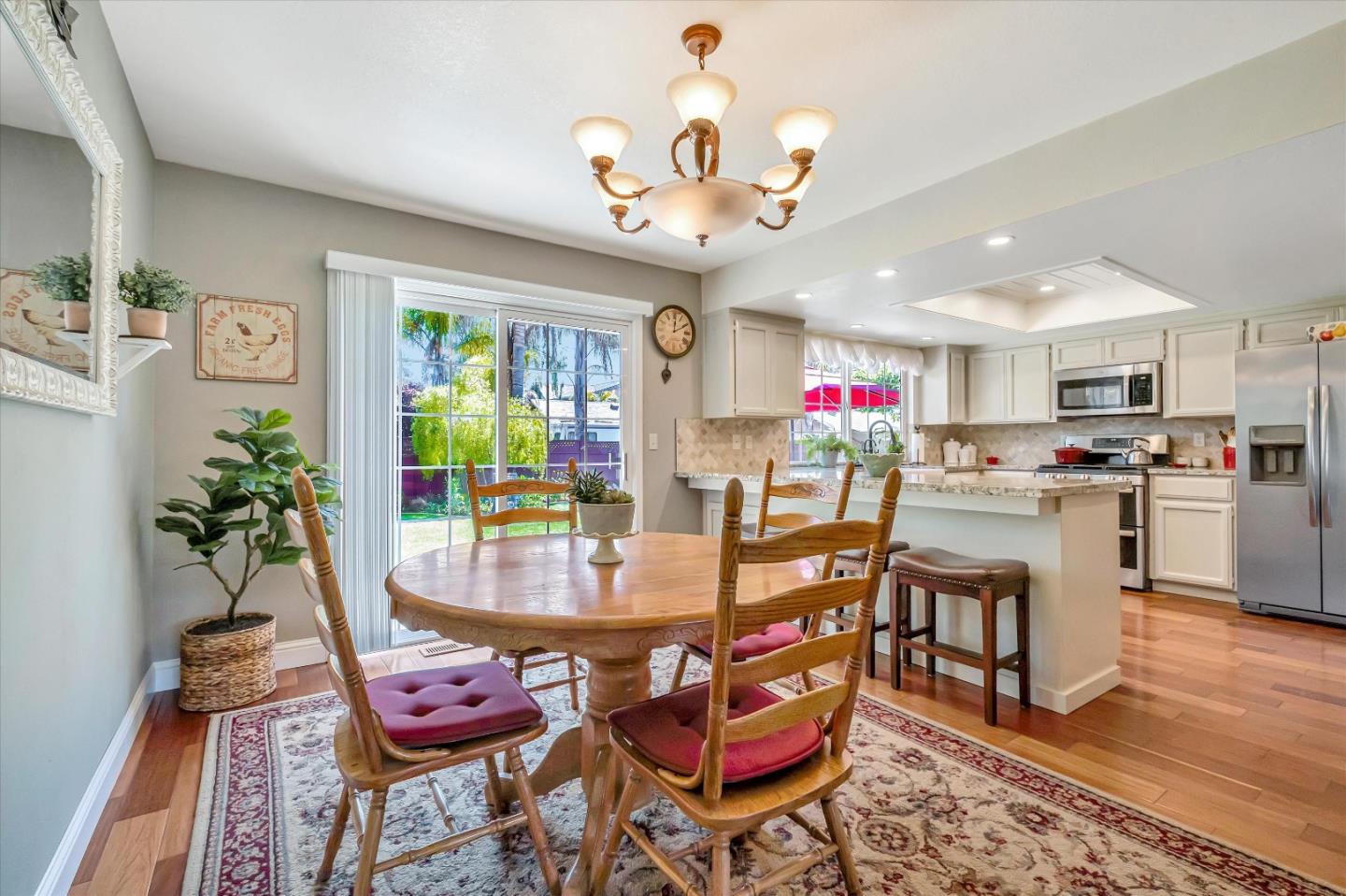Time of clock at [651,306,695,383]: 12:10
